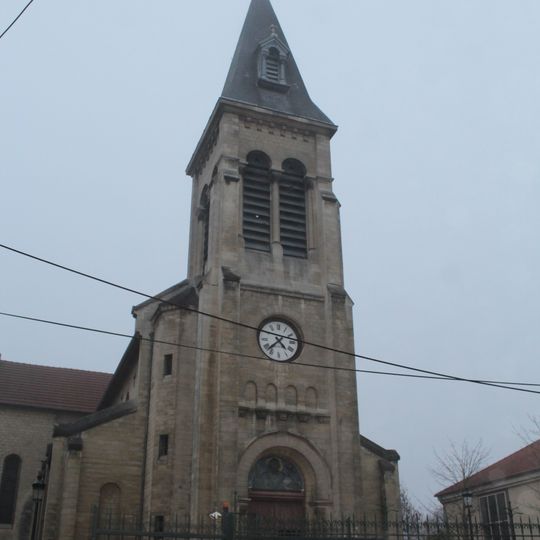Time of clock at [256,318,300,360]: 4:37
